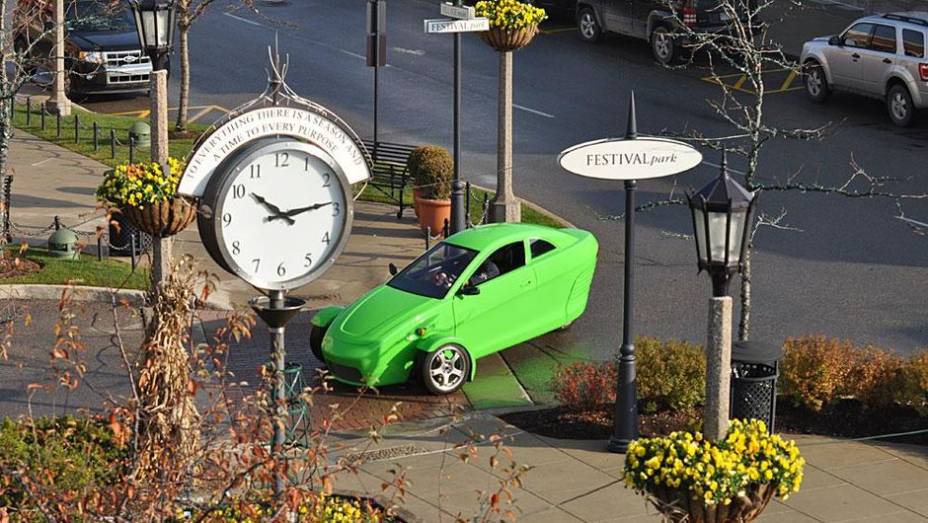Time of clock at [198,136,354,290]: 10:13
